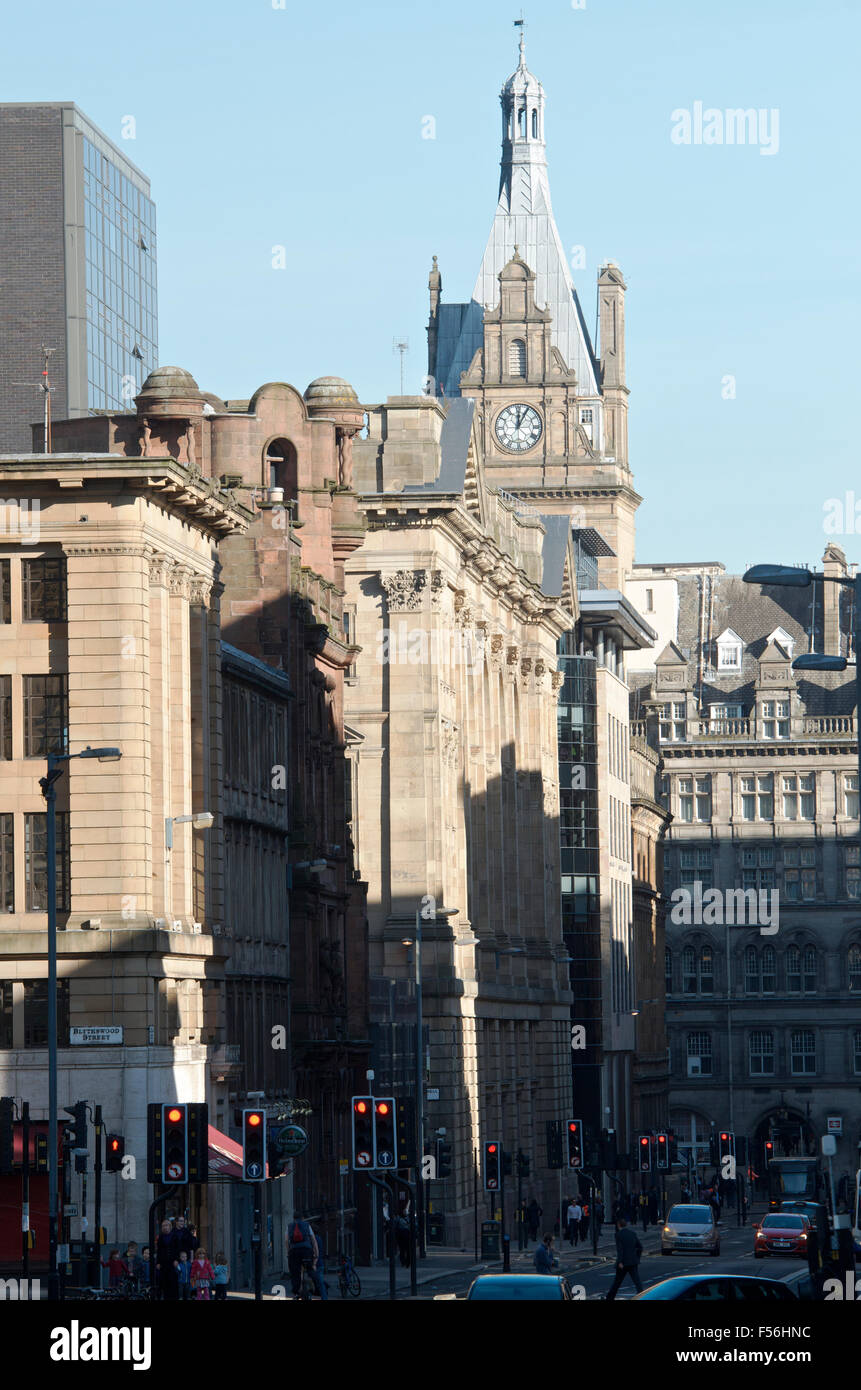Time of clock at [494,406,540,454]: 12:04
